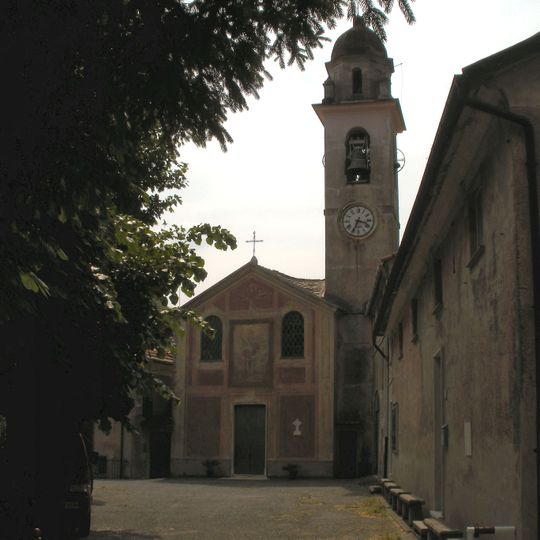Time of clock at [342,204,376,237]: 3:34
